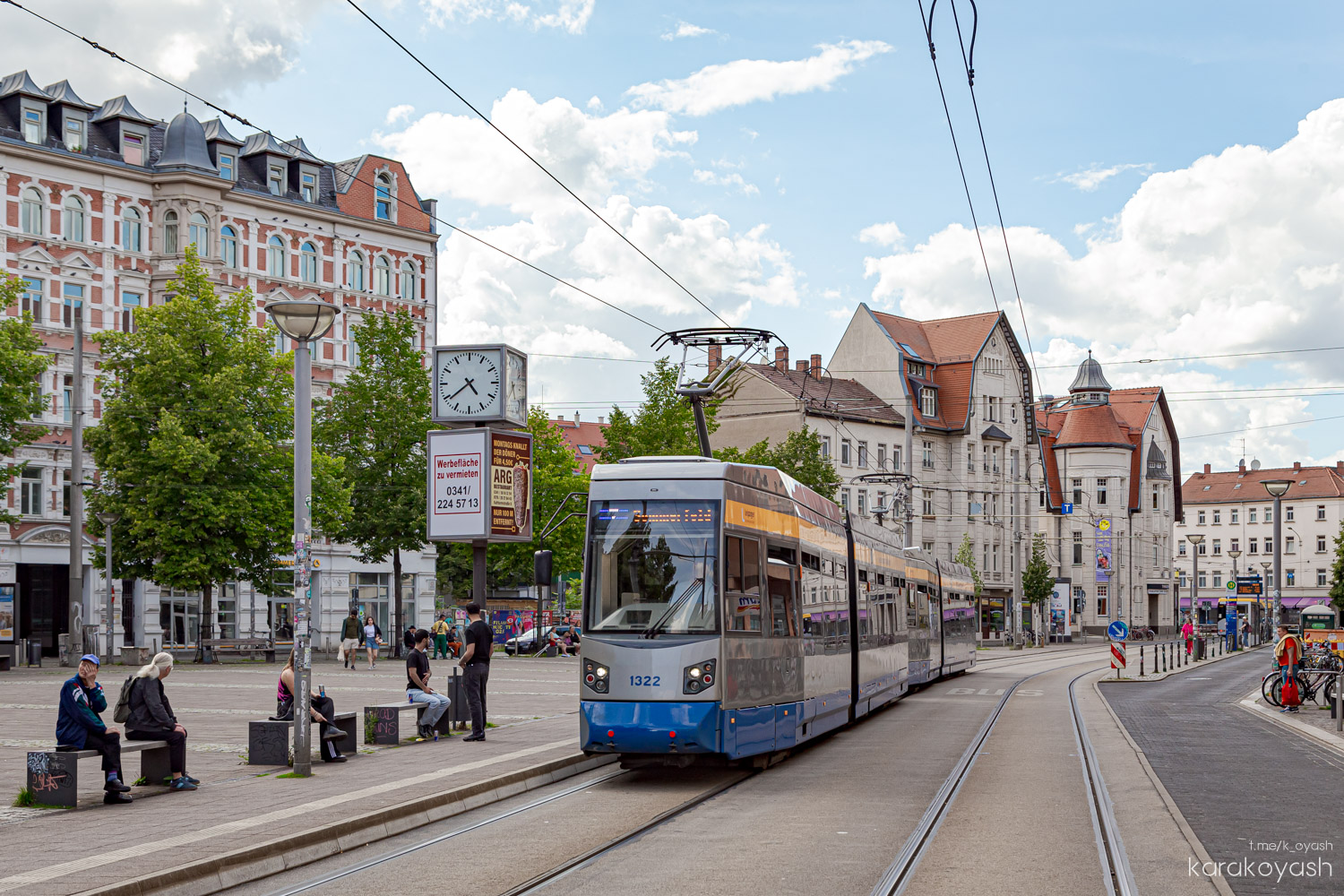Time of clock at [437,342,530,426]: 4:38
